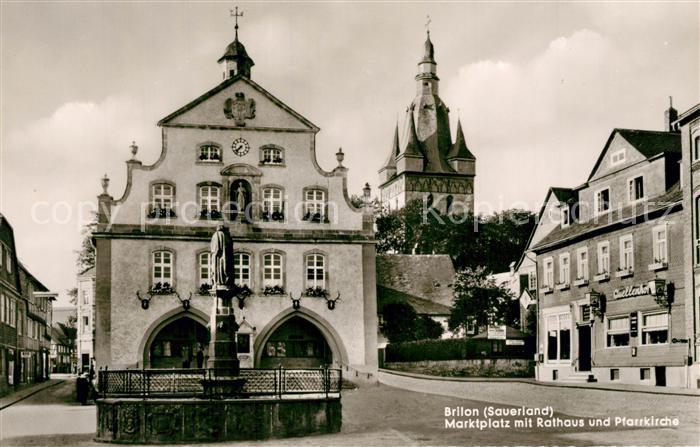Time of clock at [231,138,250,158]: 7:37
